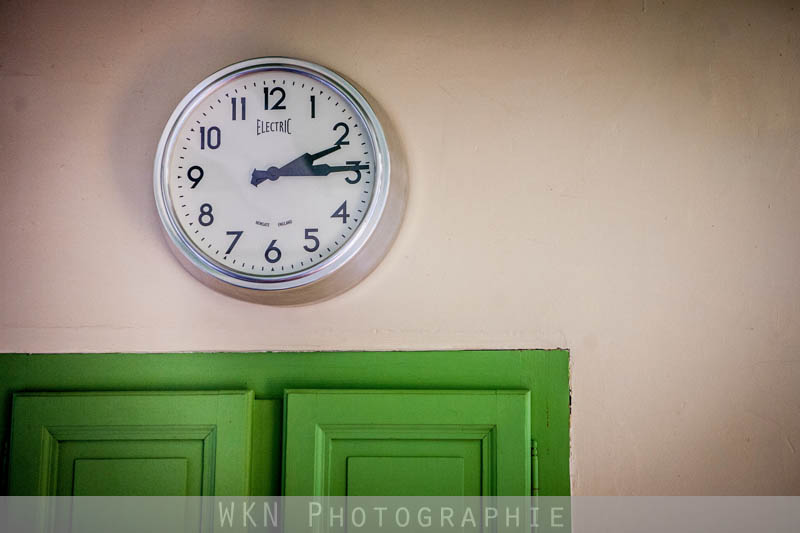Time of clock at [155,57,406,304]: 2:14
